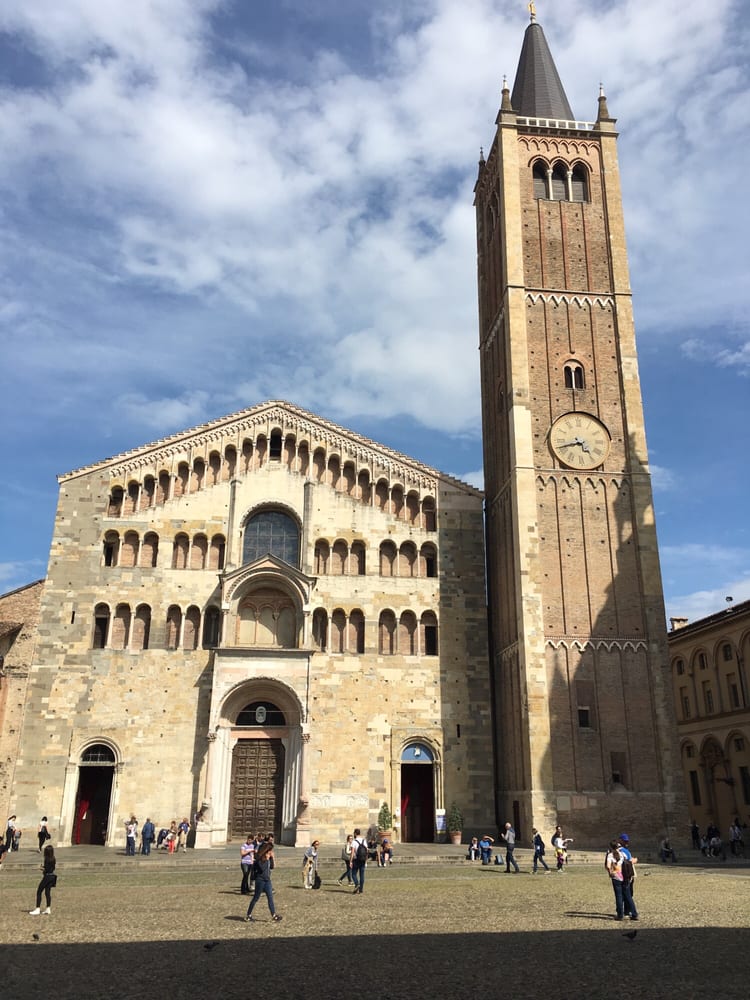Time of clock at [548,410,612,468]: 4:42
